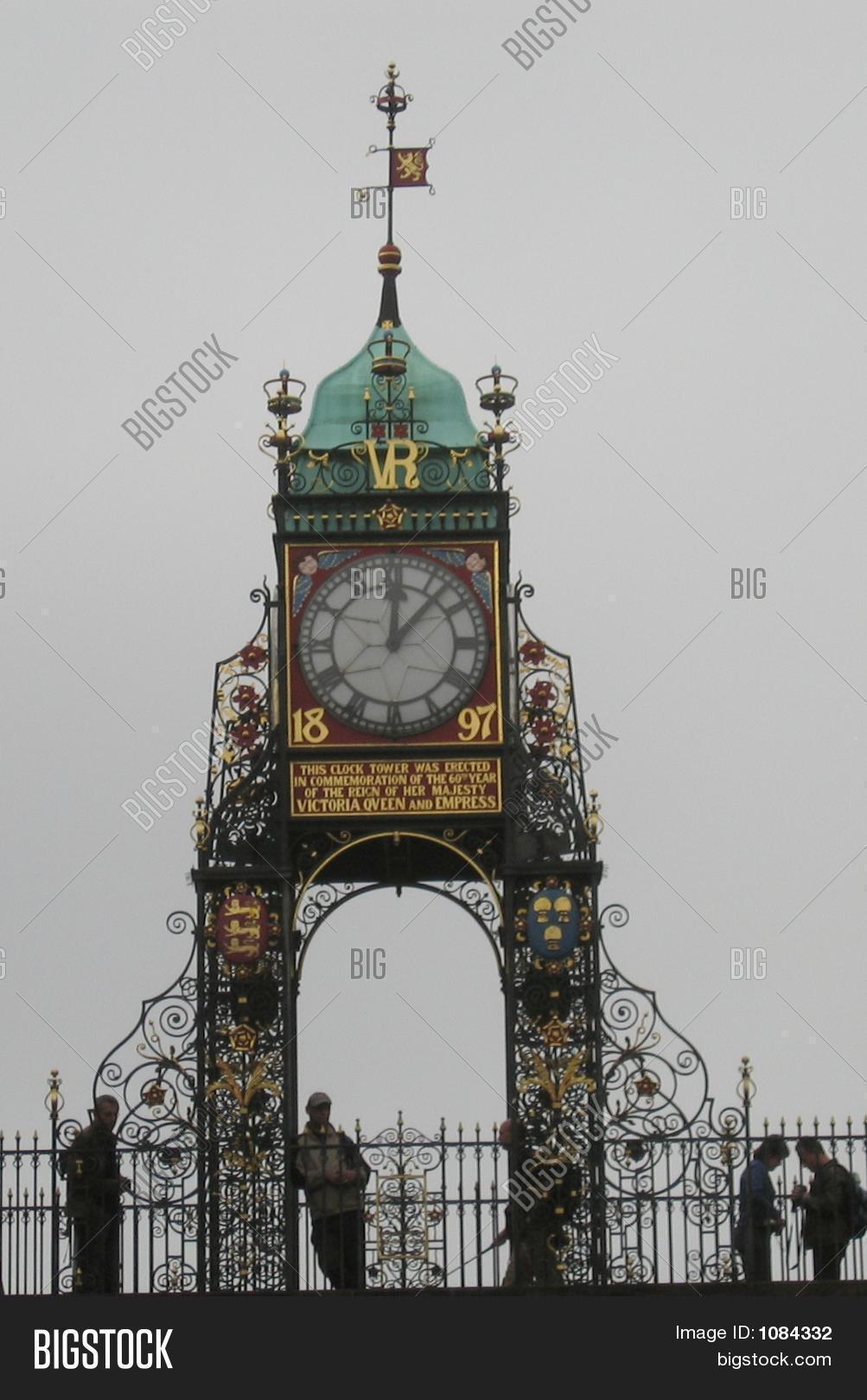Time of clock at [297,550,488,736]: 12:06
